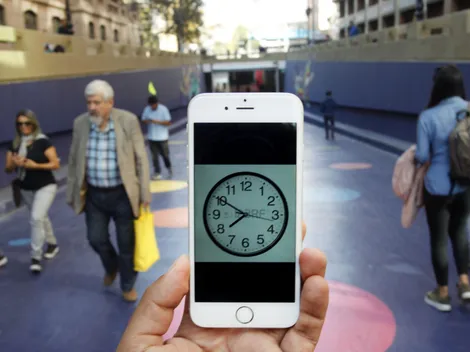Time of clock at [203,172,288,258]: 7:50
